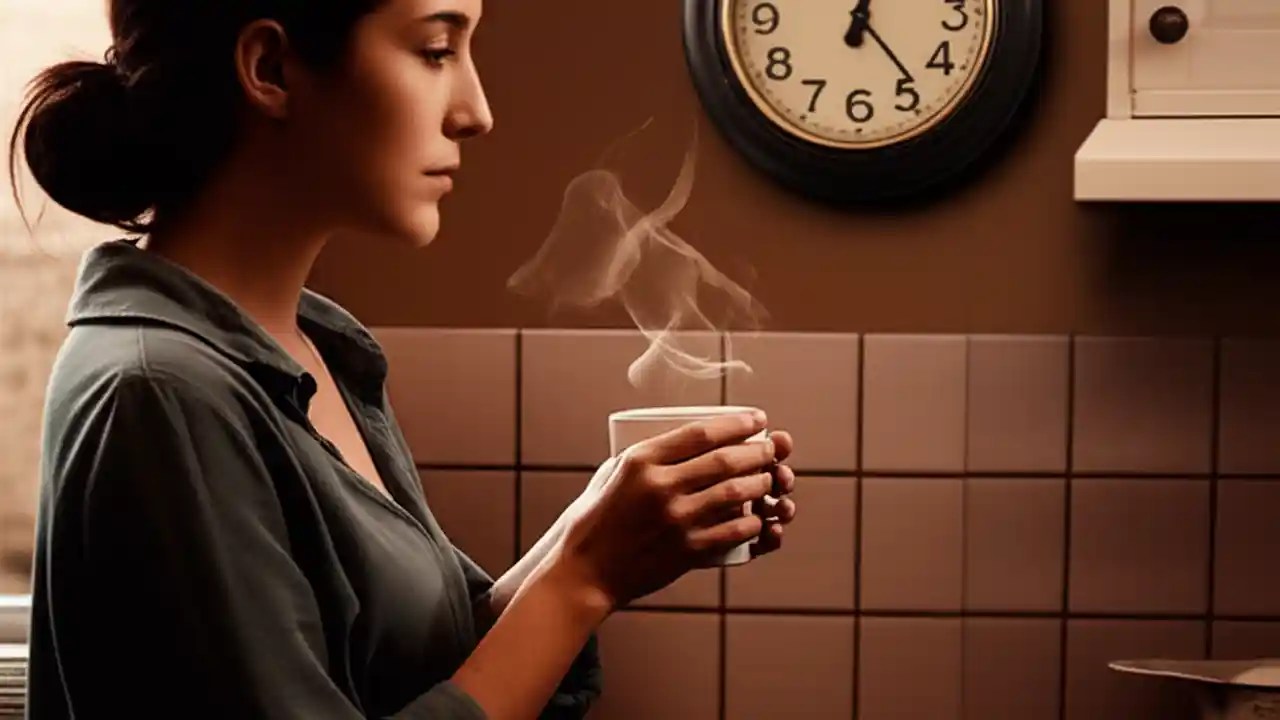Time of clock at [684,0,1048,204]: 12:23
